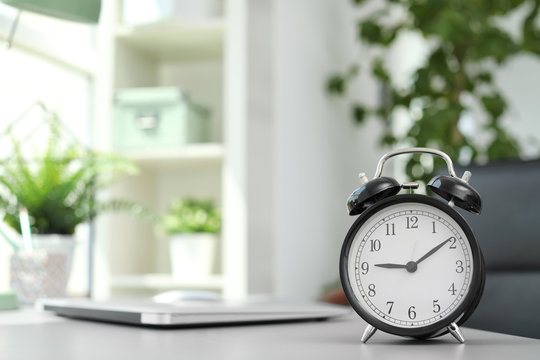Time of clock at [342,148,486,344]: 9:09
